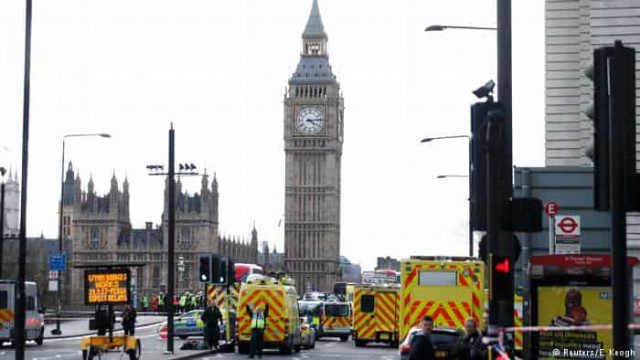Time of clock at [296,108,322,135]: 4:13
